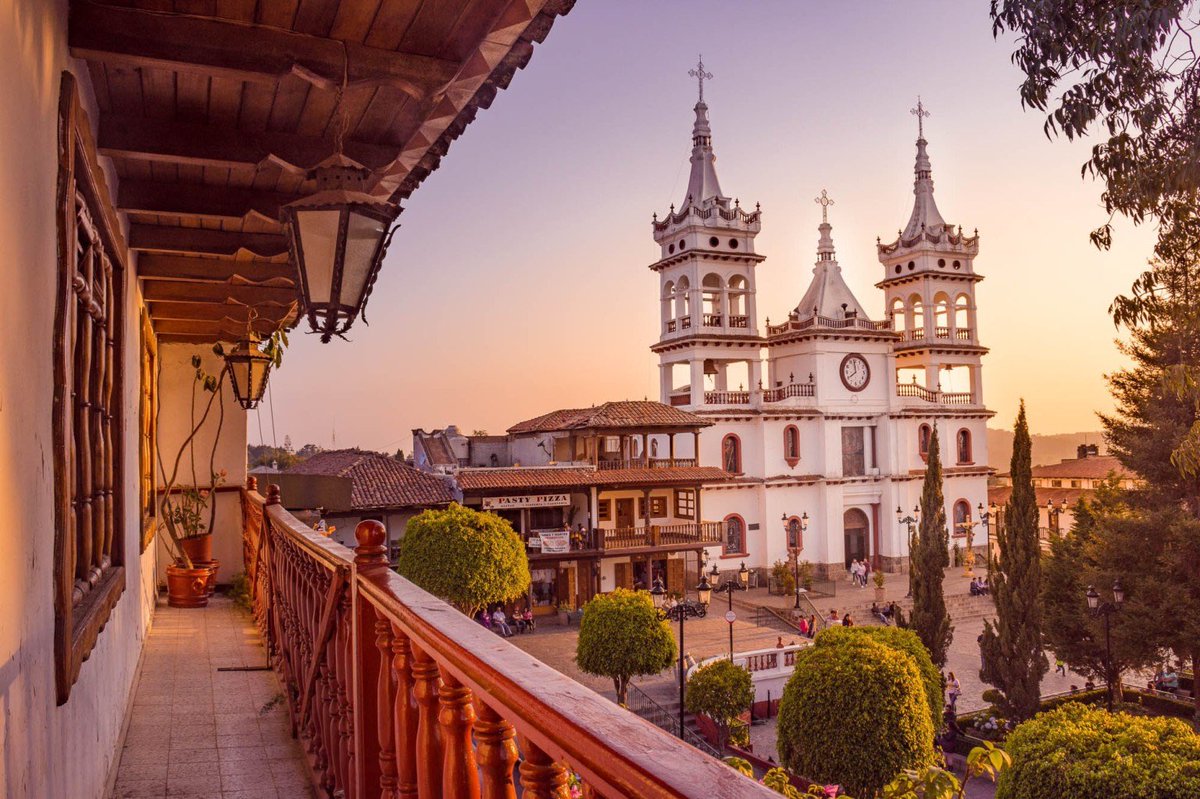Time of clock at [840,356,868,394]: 7:58
